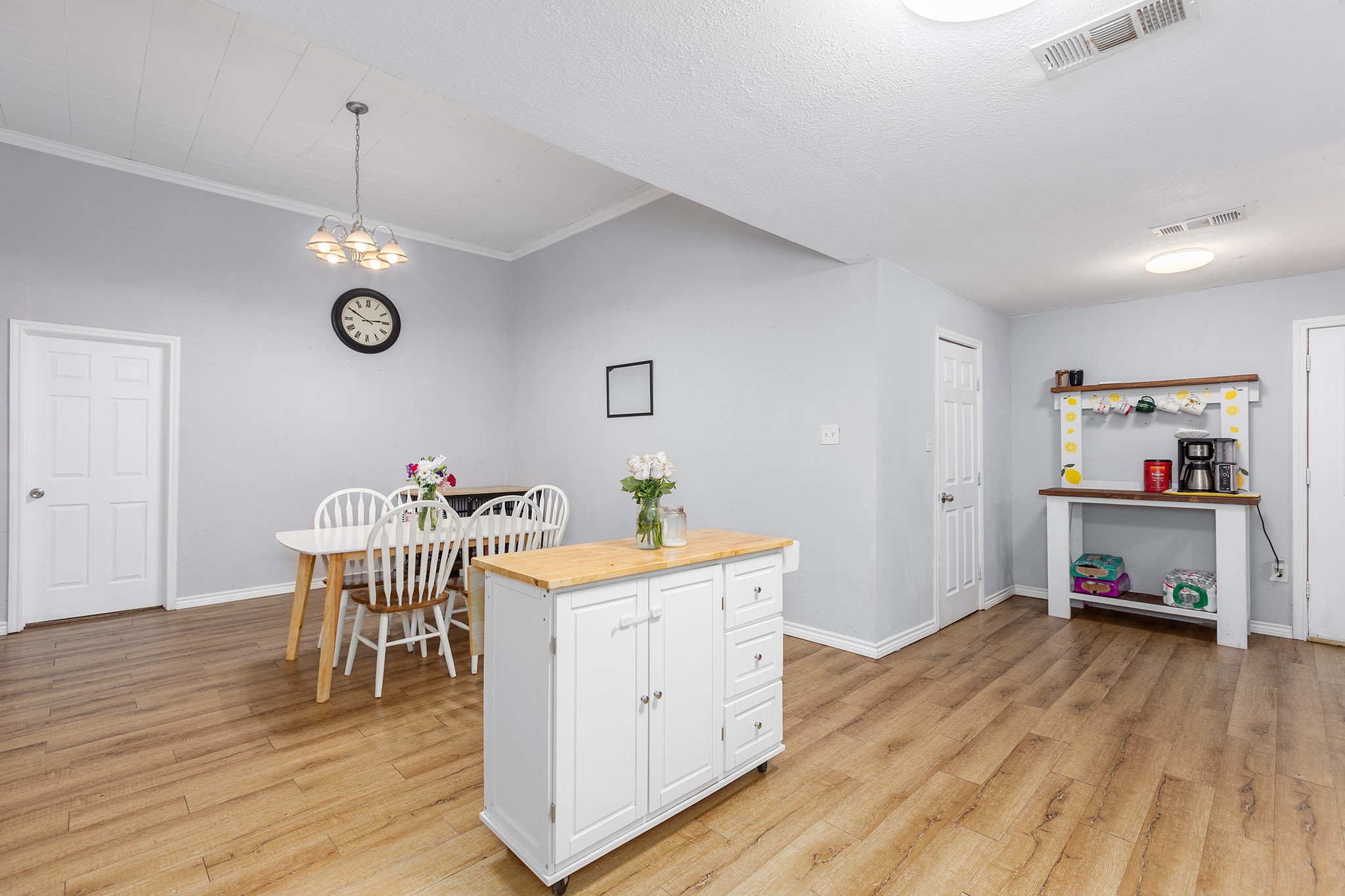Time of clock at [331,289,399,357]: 2:50
